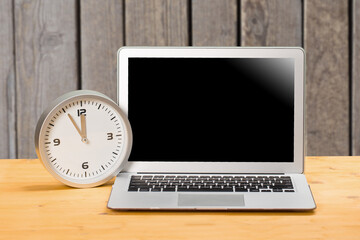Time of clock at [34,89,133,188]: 11:55
